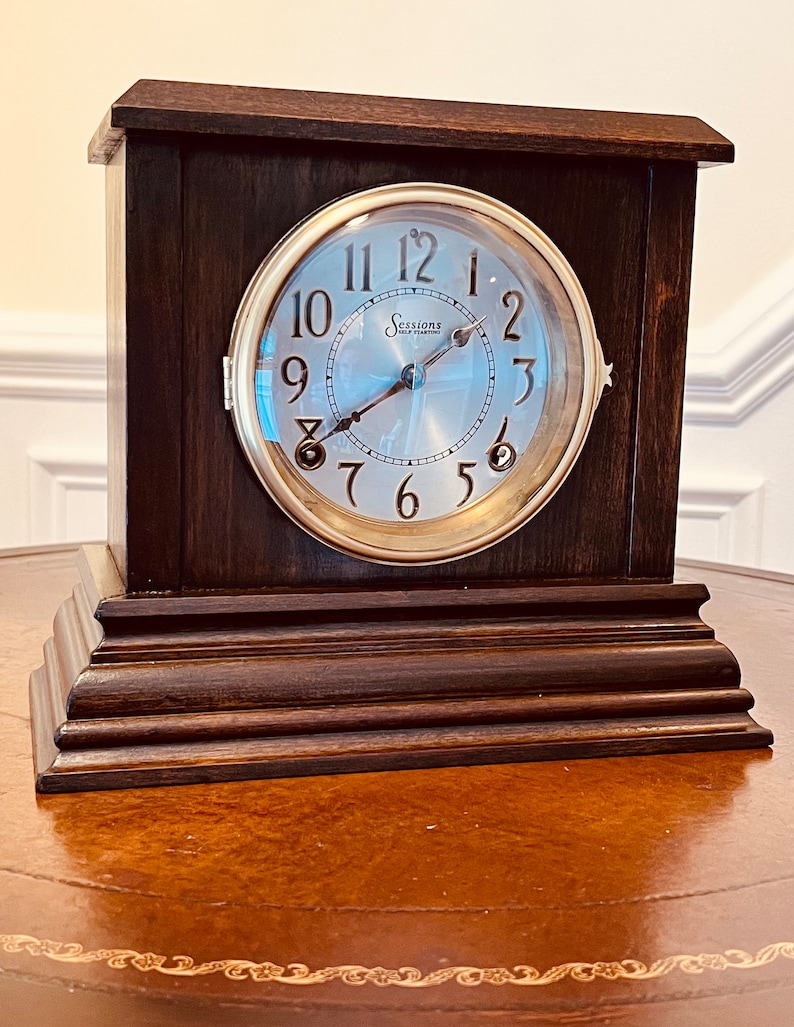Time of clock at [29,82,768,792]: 1:39
